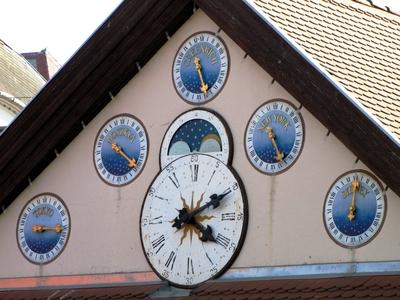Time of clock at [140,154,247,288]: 4:10
